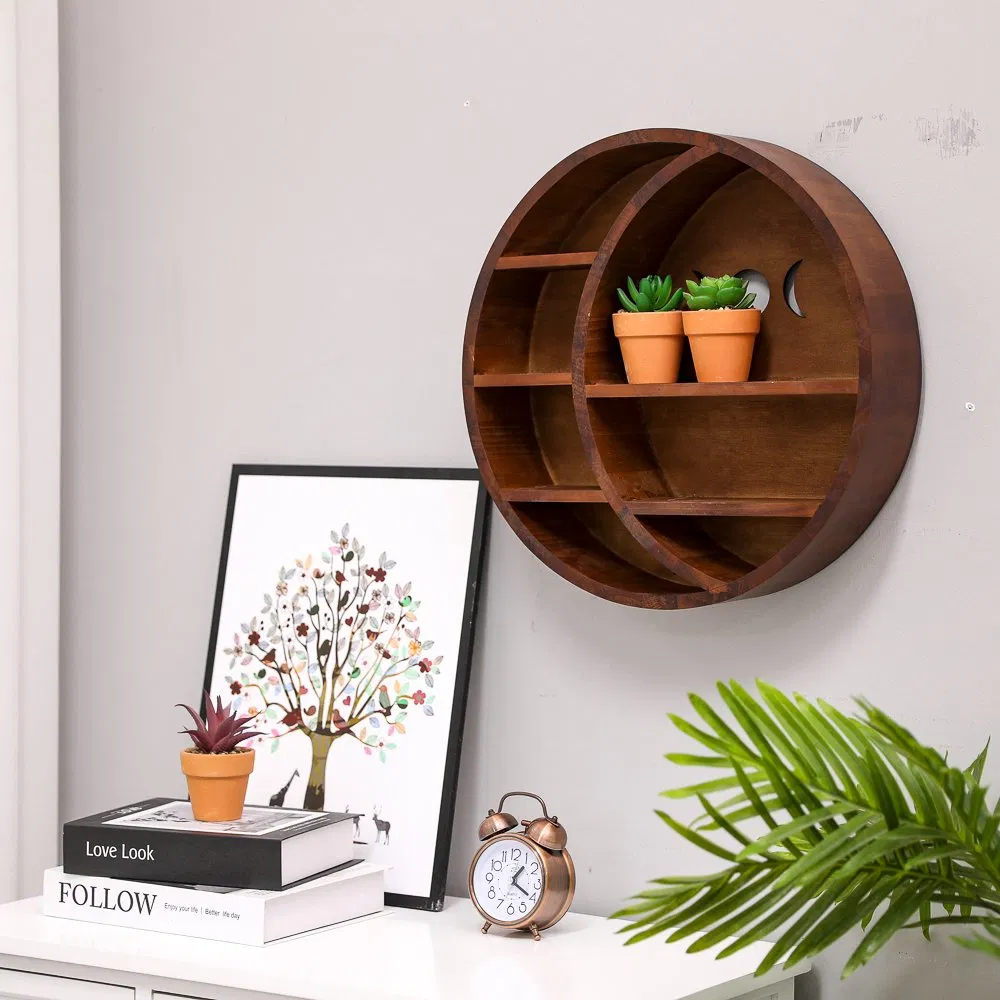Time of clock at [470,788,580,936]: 1:20
